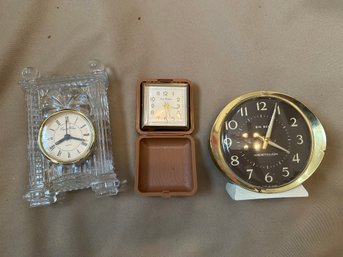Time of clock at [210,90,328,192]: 4:03
